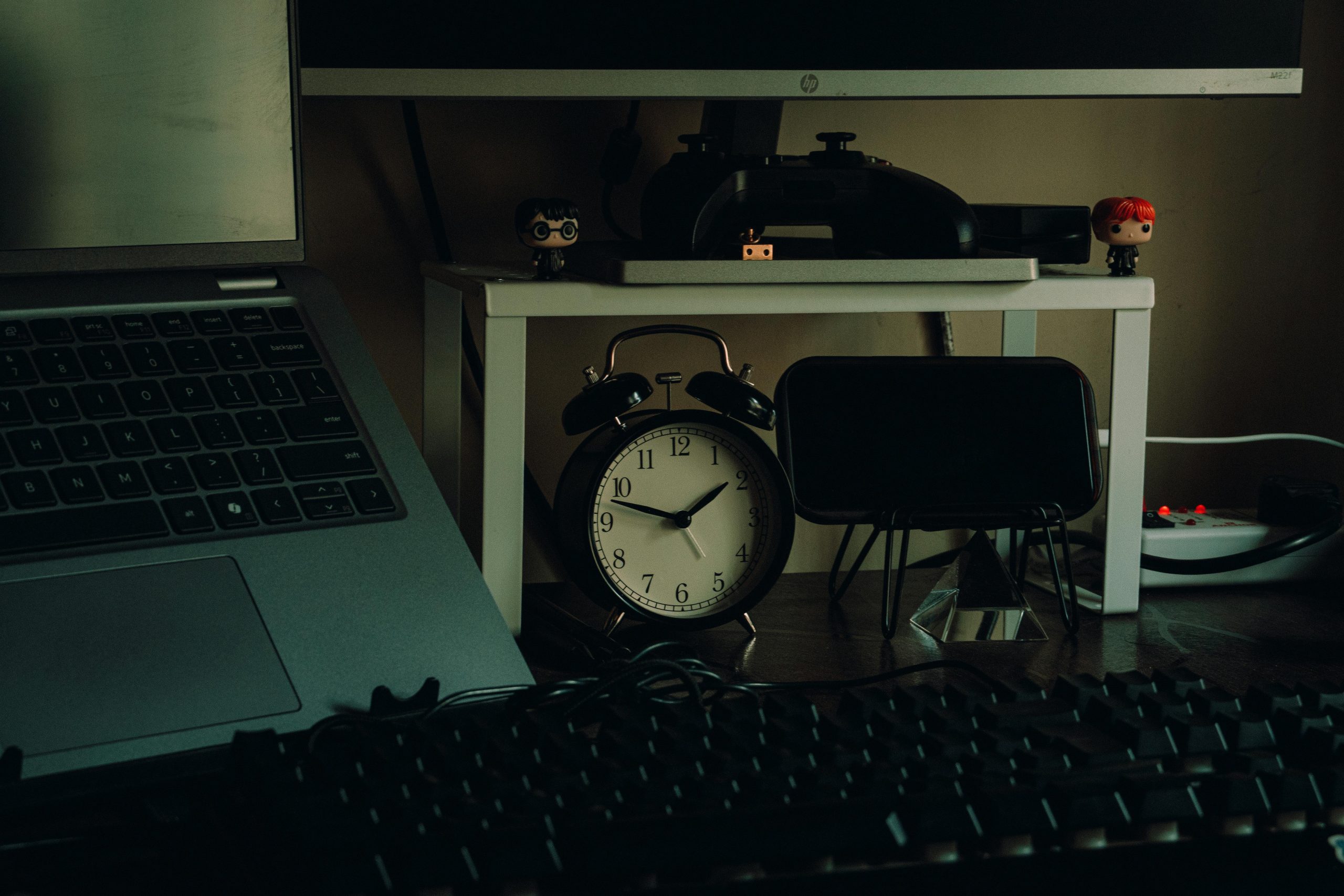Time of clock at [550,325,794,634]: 1:47
